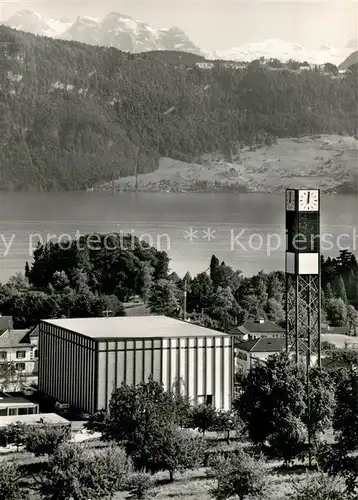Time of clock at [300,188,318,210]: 12:00
